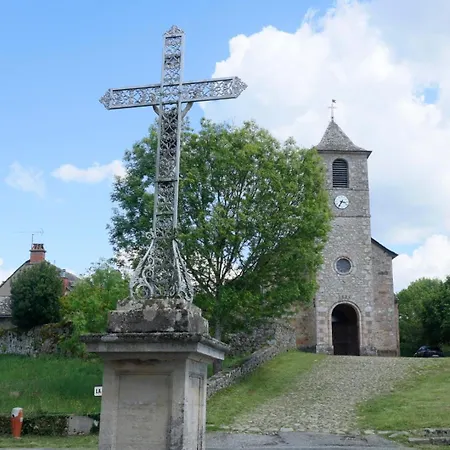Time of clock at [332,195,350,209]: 3:35
